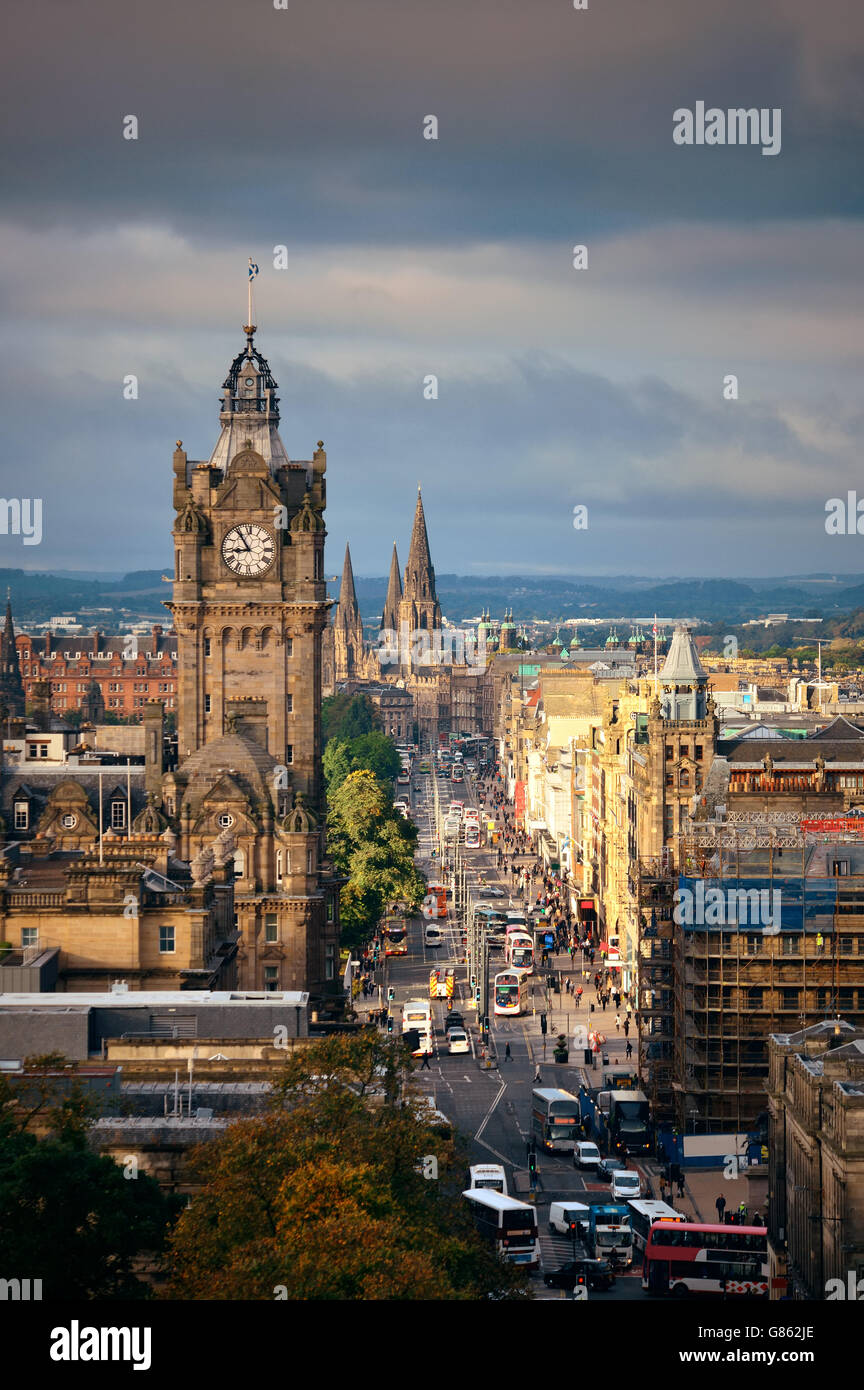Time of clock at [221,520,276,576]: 8:54
